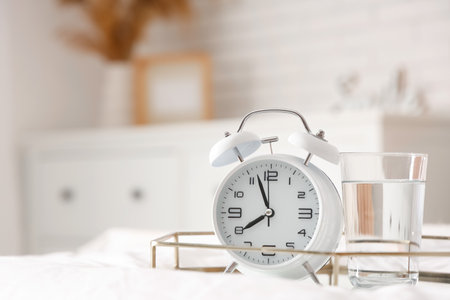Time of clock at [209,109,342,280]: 7:56
